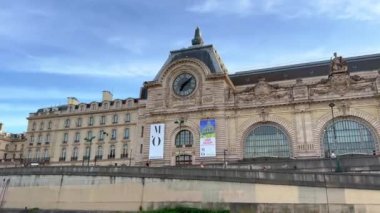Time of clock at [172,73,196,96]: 7:08
